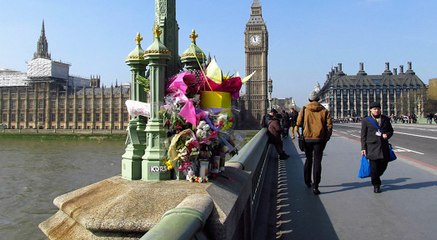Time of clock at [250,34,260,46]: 11:57
